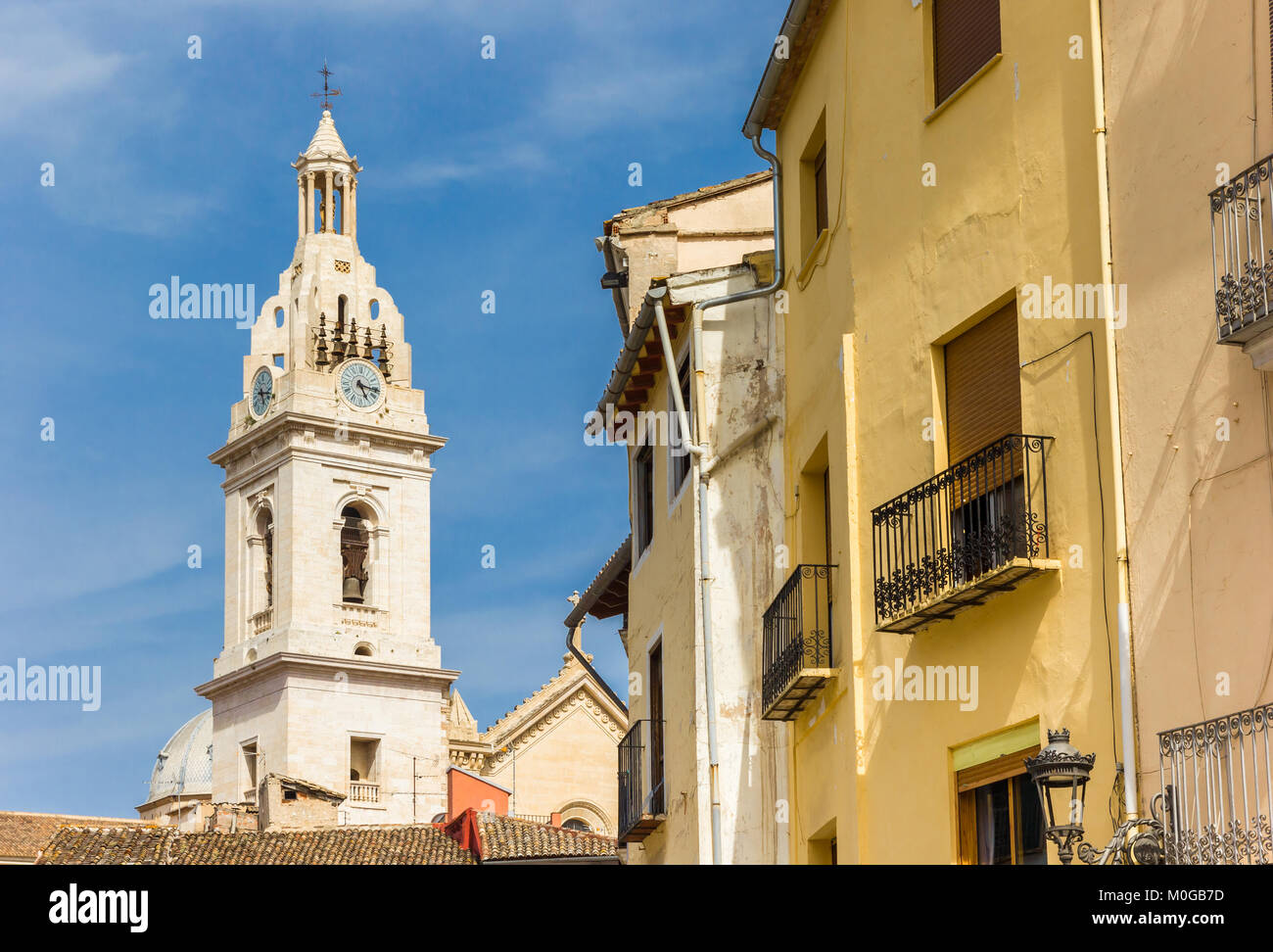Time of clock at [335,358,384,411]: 5:16
